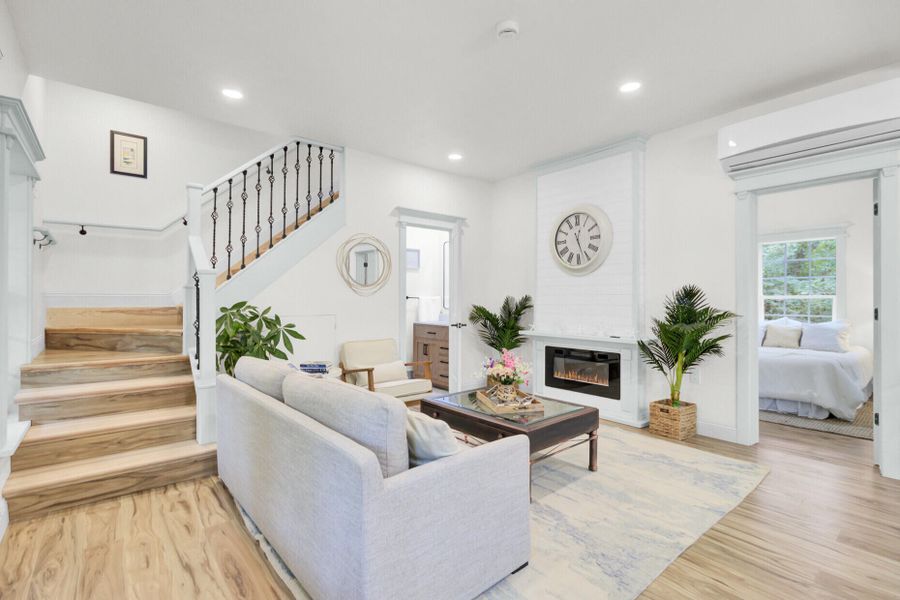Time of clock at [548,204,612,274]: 12:26
